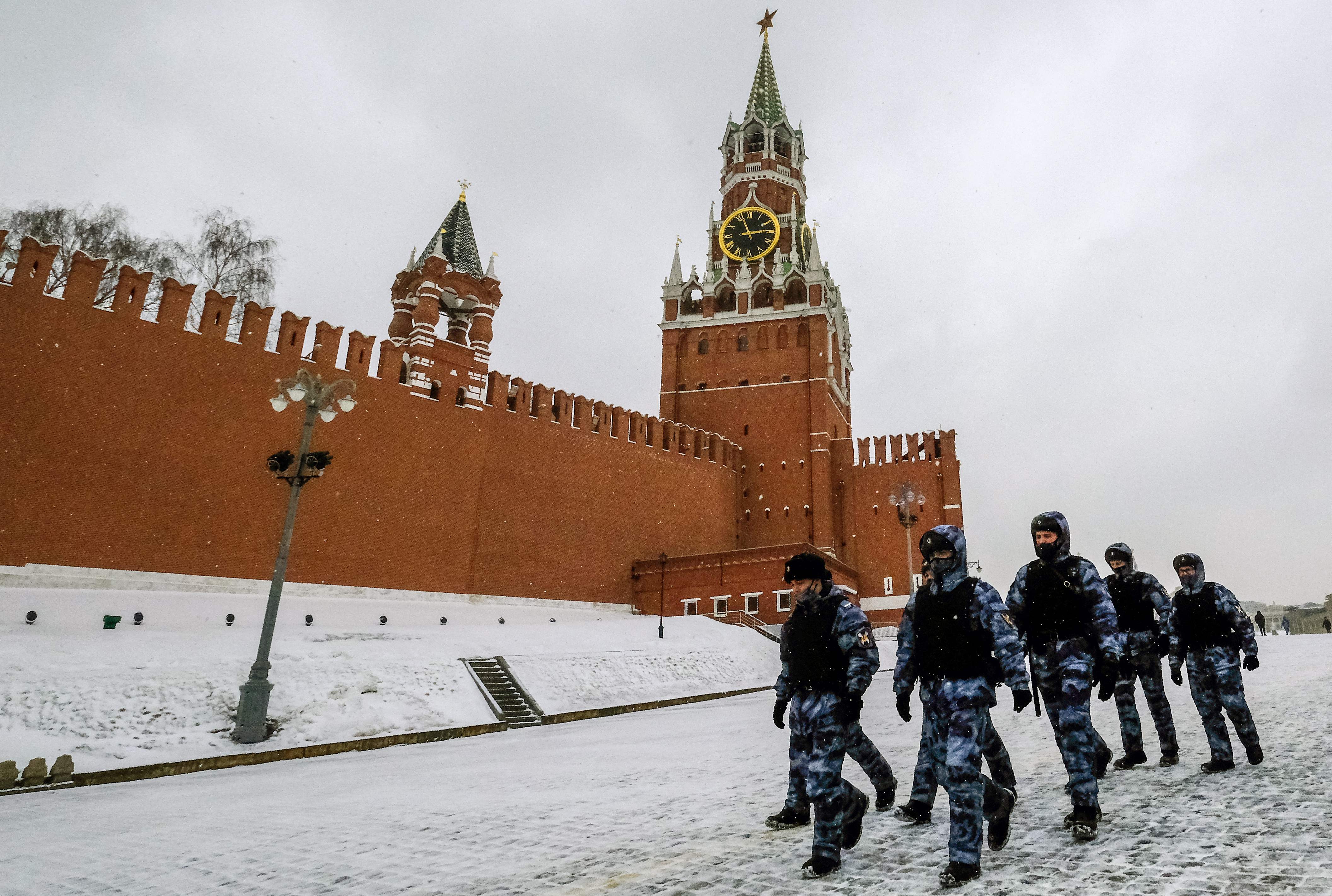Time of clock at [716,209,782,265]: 2:56
